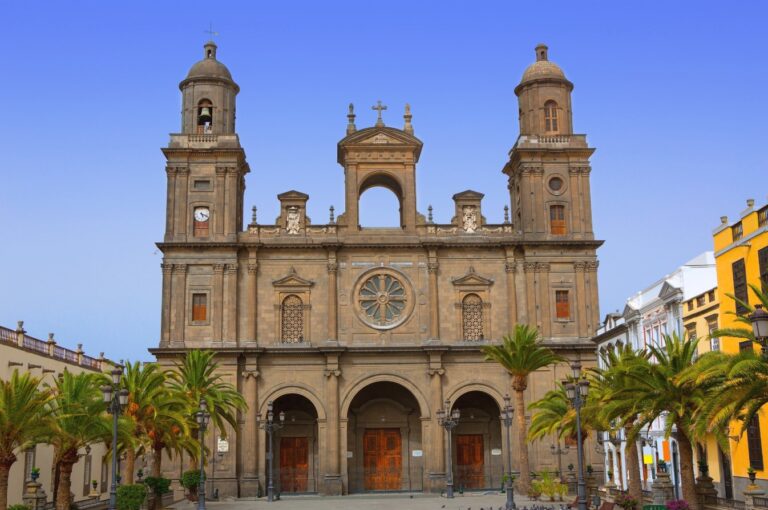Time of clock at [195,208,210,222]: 5:18
